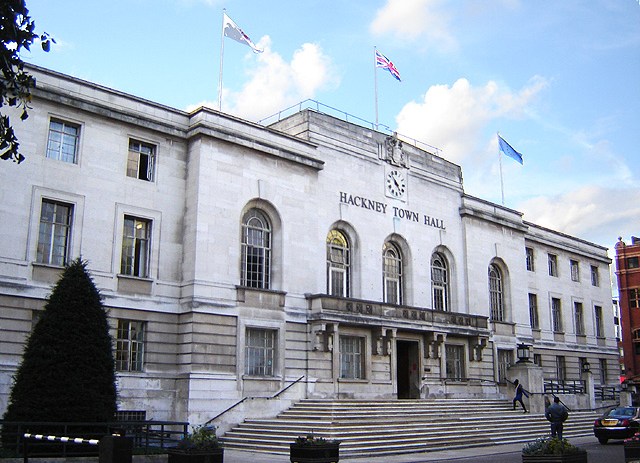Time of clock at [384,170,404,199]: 4:52
